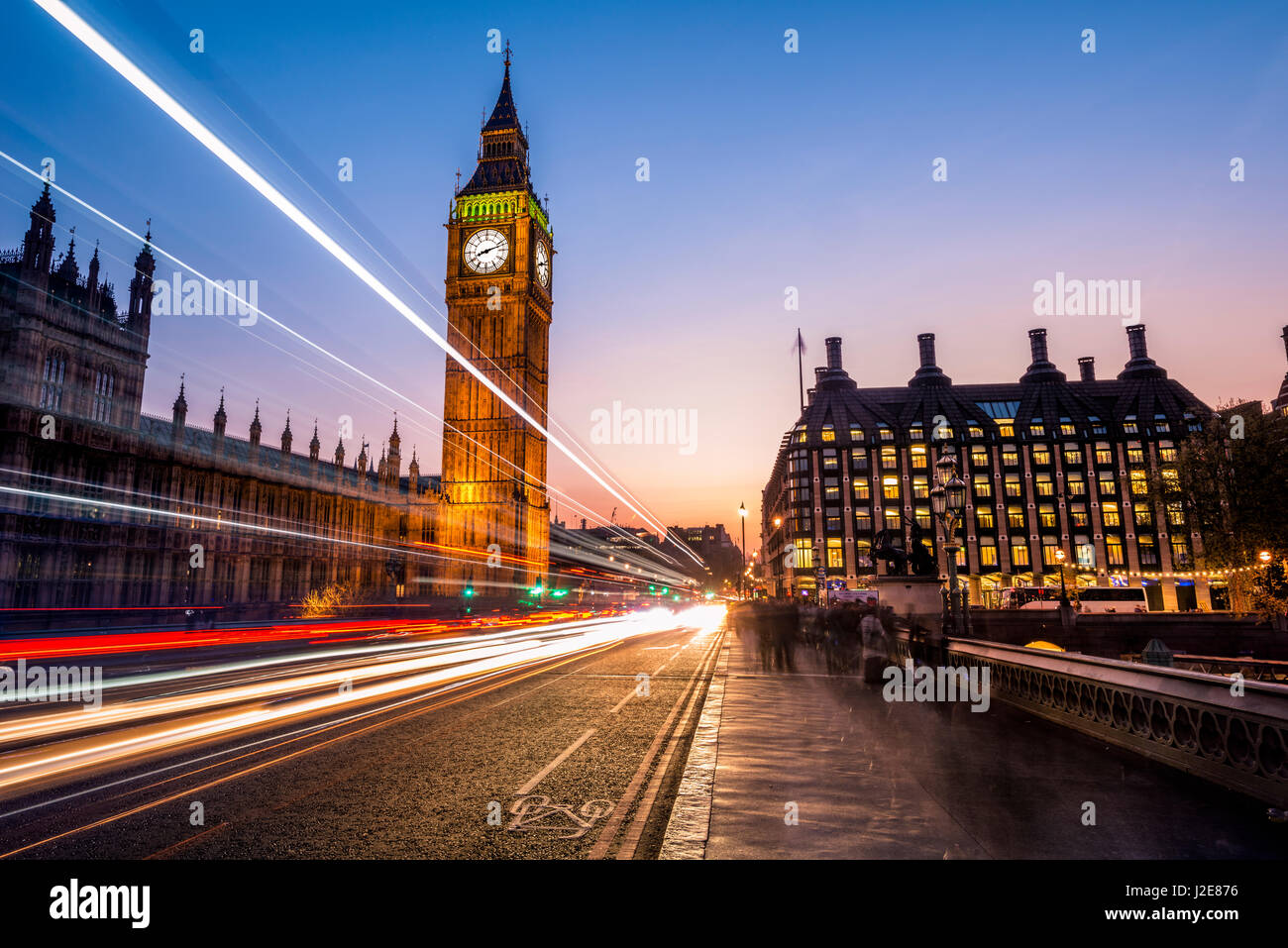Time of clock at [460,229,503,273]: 8:12
